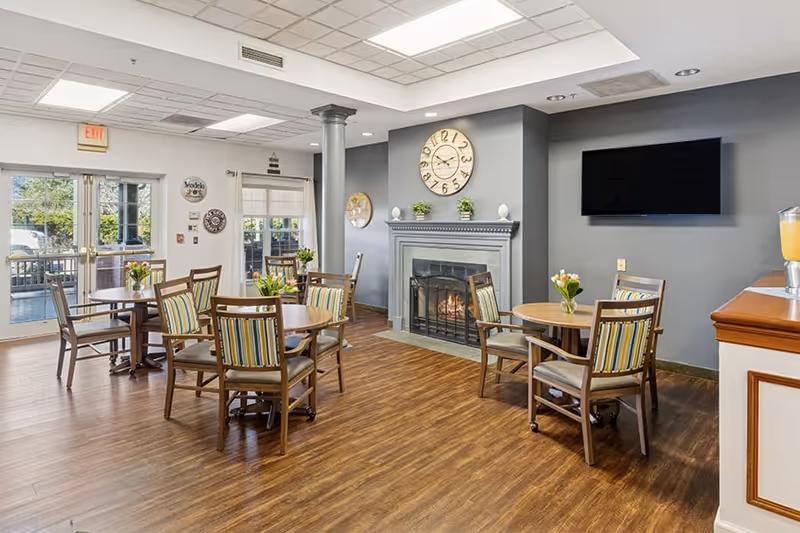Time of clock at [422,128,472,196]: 8:50
